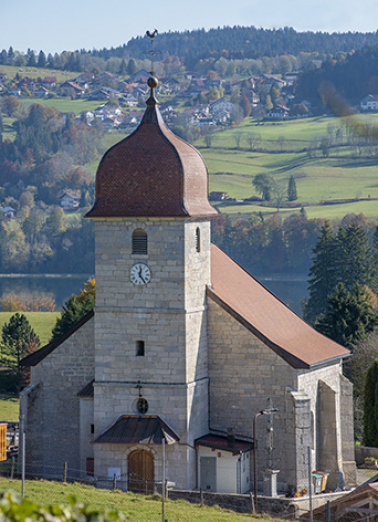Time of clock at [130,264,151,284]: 12:24
